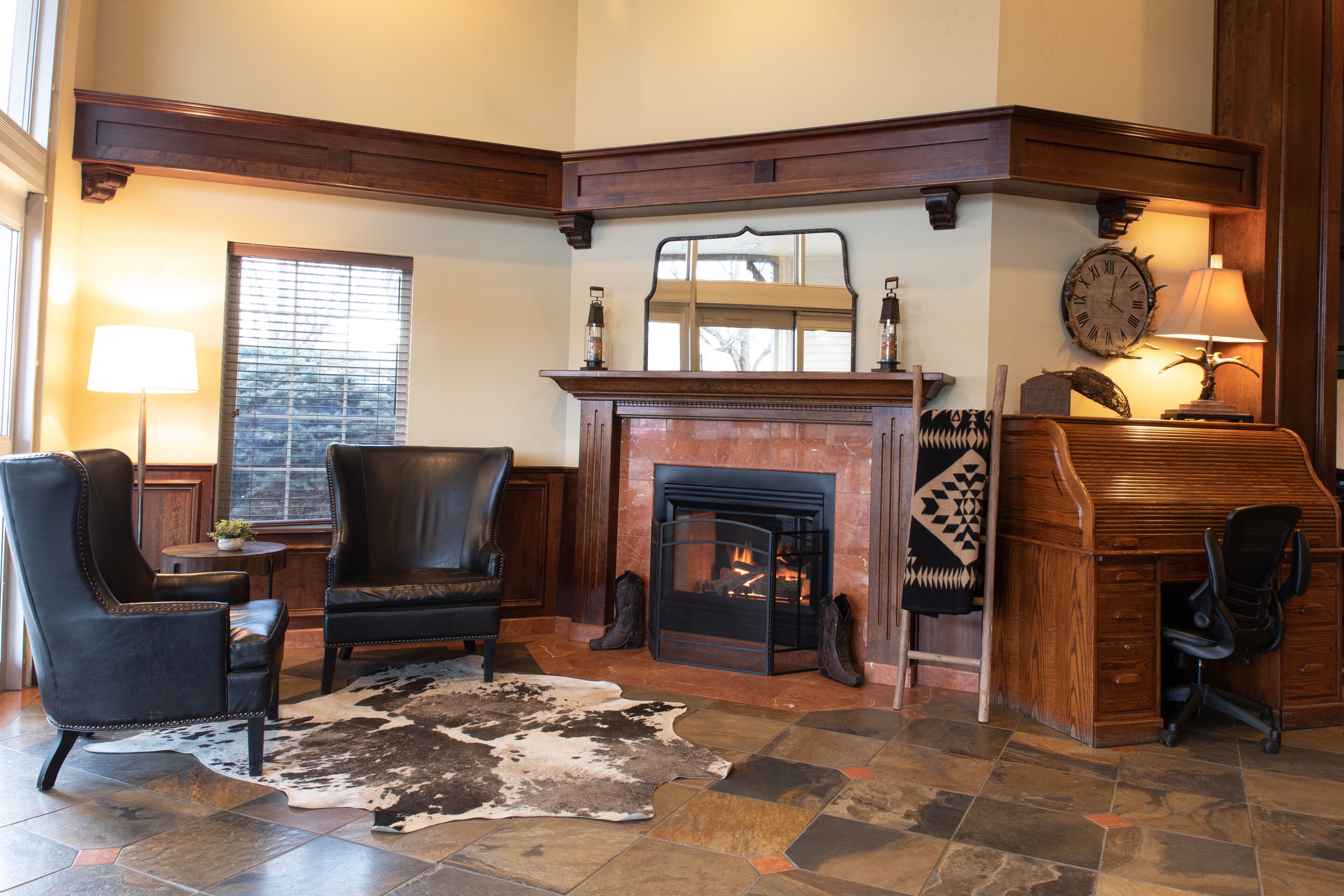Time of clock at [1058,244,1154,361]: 4:02
